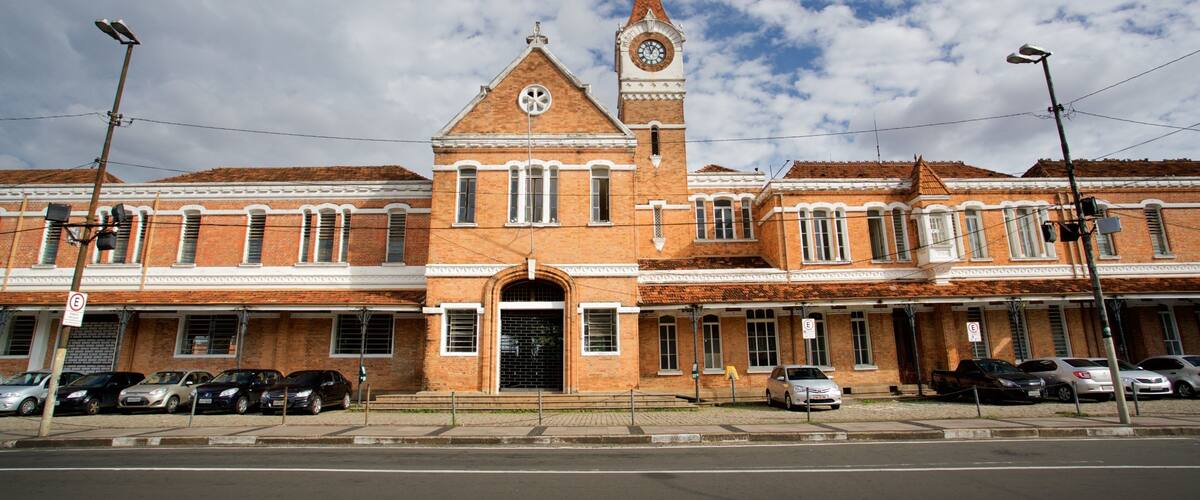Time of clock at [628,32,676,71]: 12:57
